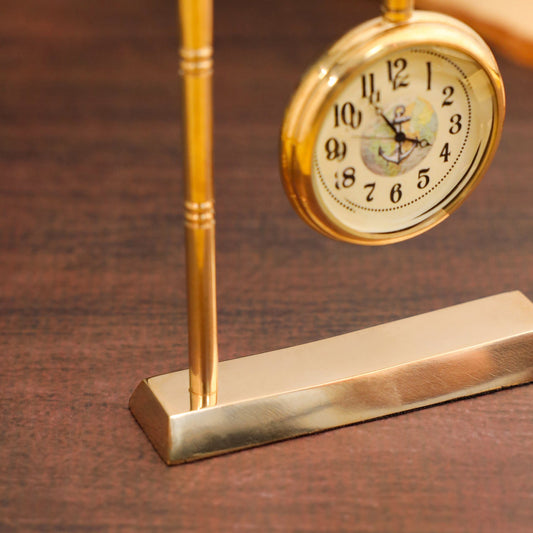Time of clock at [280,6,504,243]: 3:54
